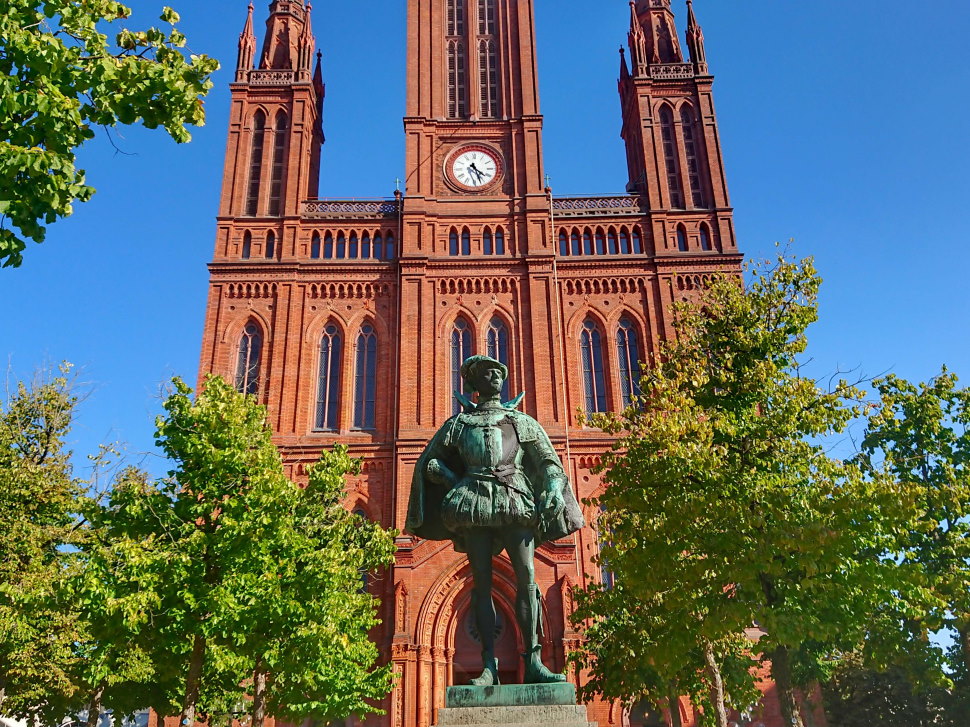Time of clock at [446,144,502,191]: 4:26
